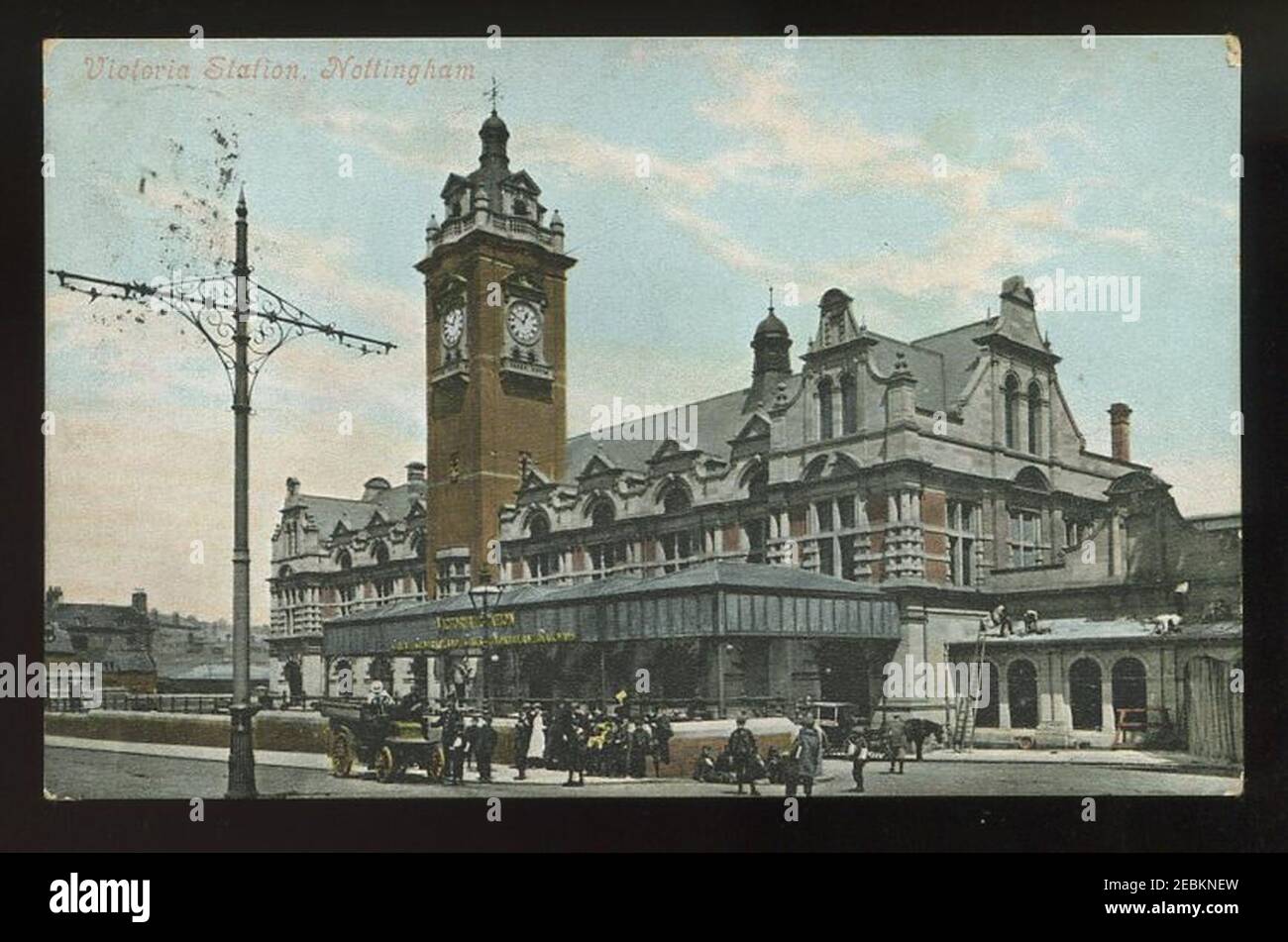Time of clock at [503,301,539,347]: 12:49
